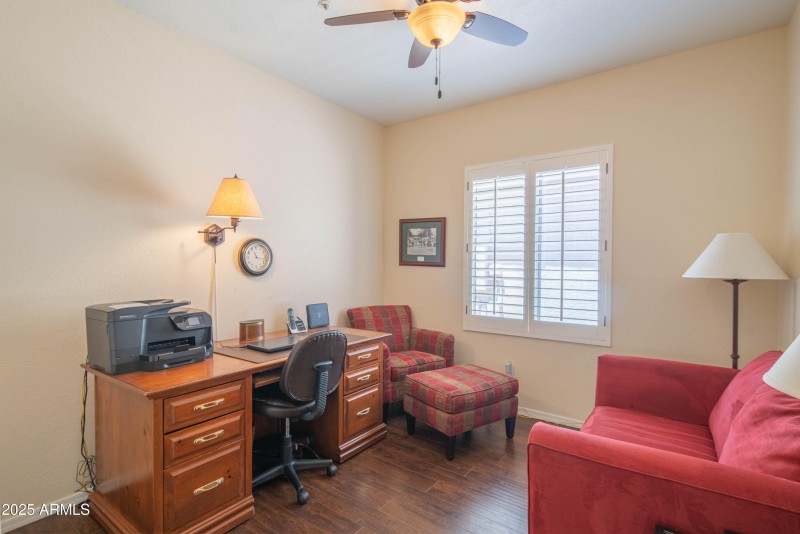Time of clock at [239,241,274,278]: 11:17
